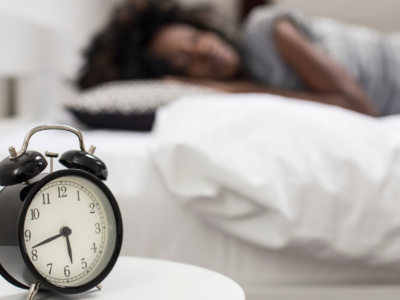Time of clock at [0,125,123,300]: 5:42
